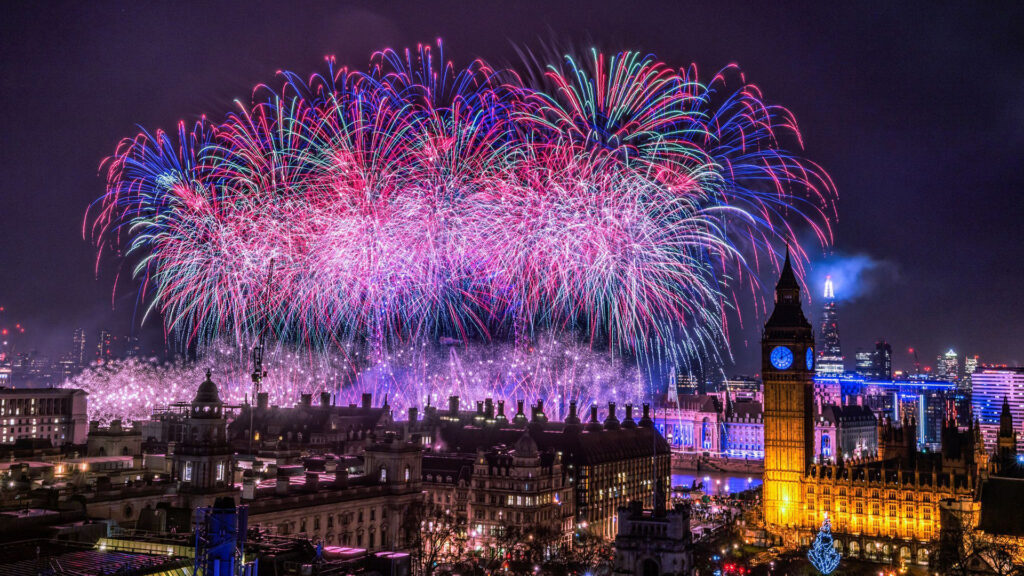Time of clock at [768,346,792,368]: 12:09
